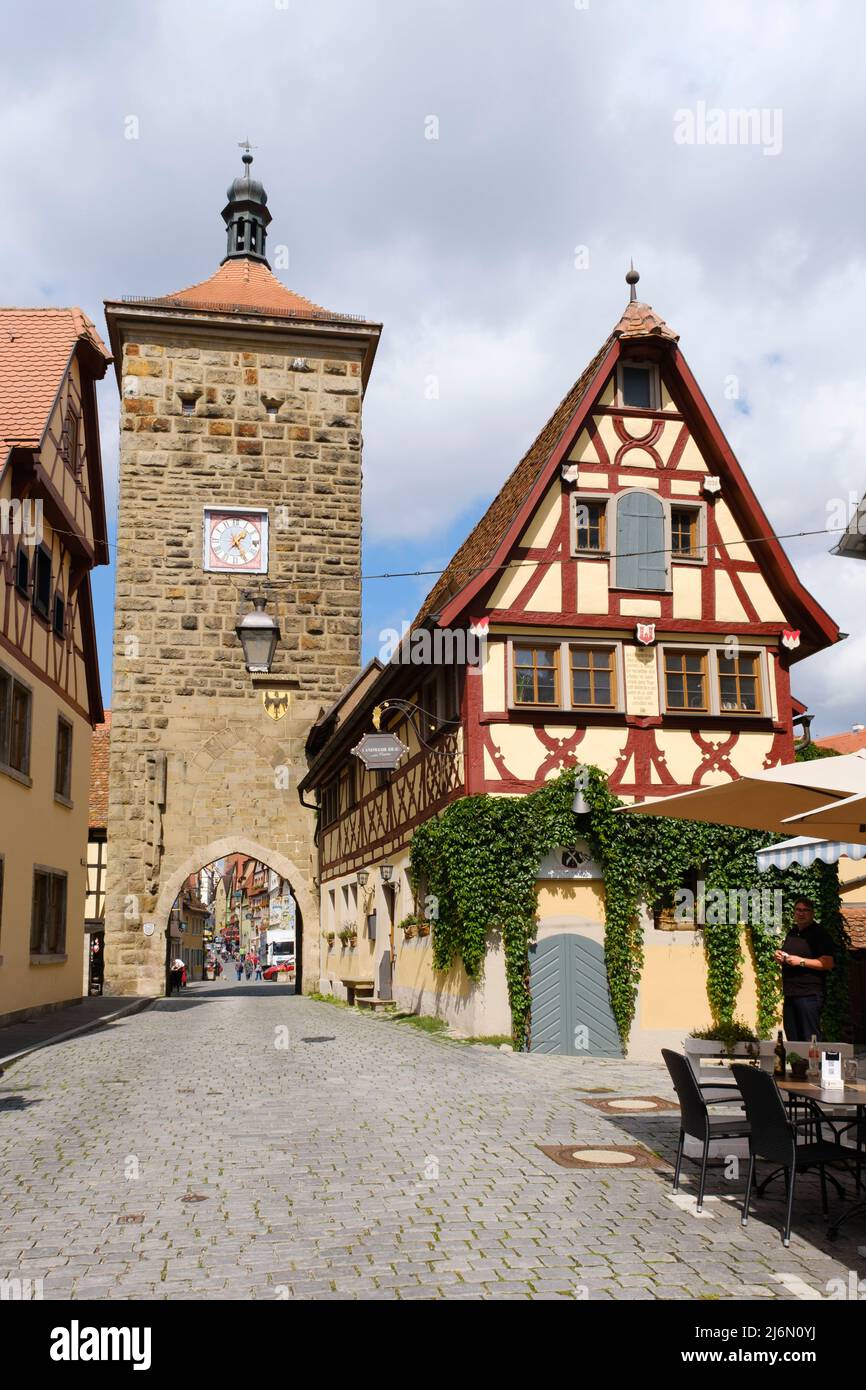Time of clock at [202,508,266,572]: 1:24
